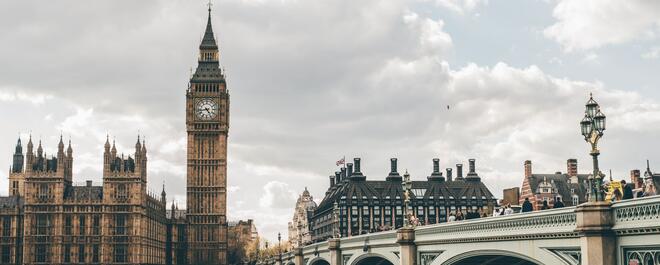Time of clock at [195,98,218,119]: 4:42
